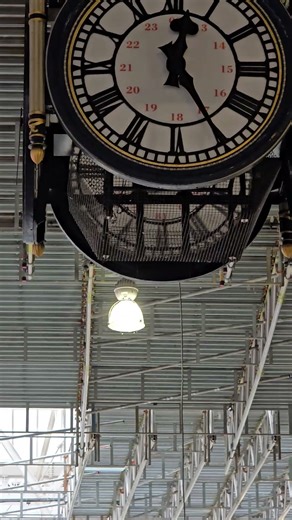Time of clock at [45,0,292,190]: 12:24
